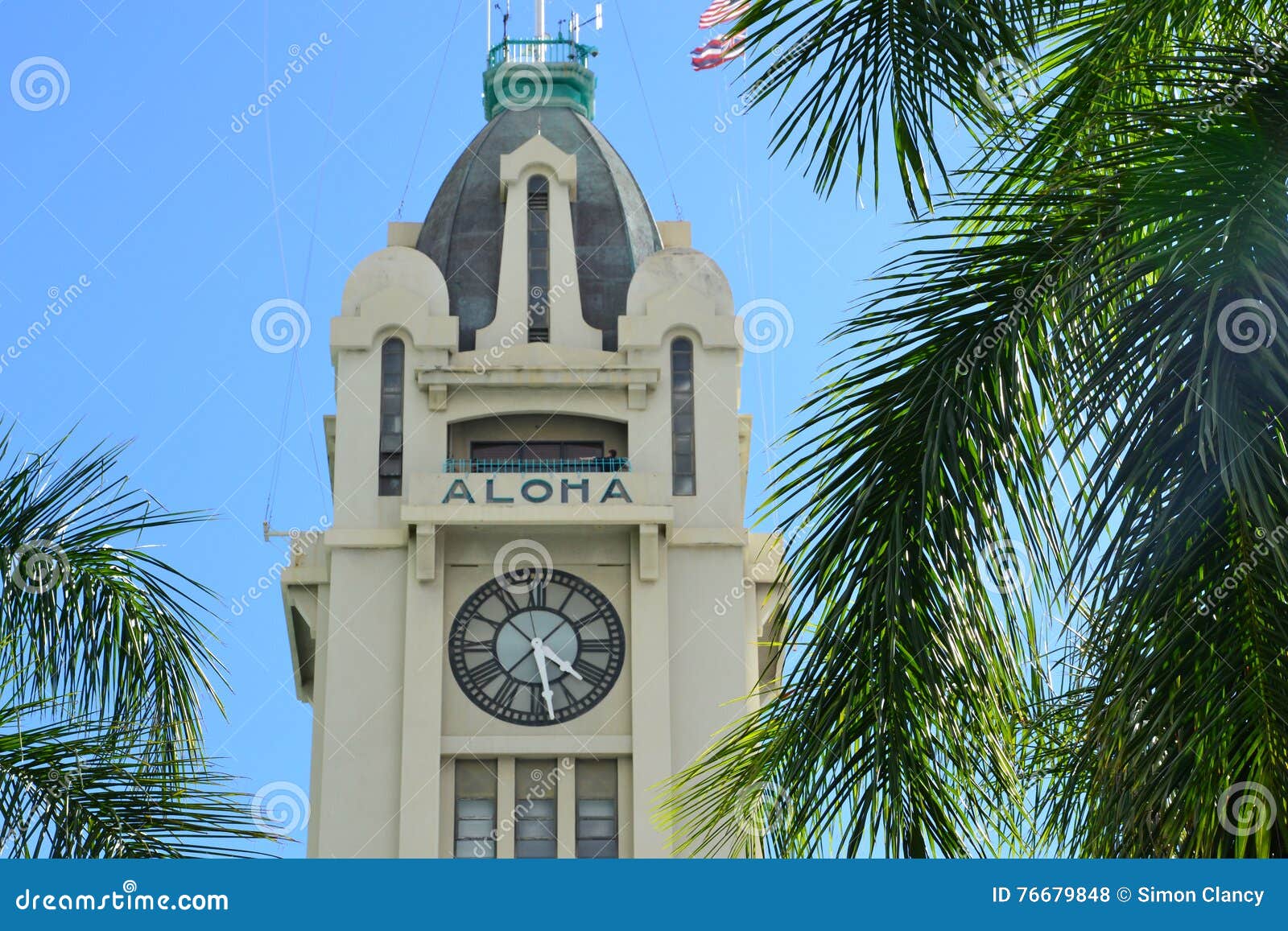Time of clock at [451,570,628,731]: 4:28
